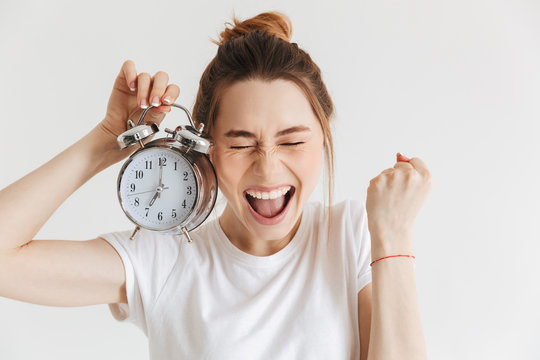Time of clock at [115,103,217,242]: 7:00
